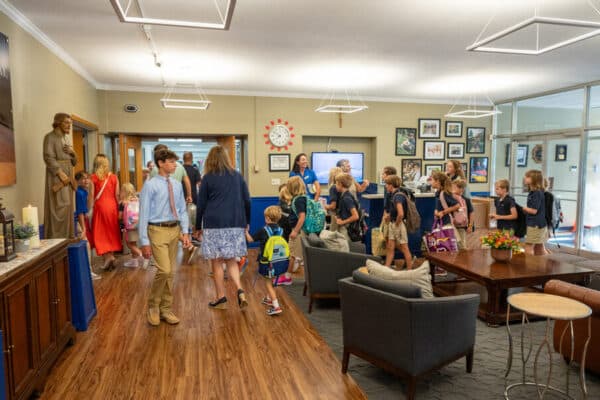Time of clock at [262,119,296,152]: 7:50
